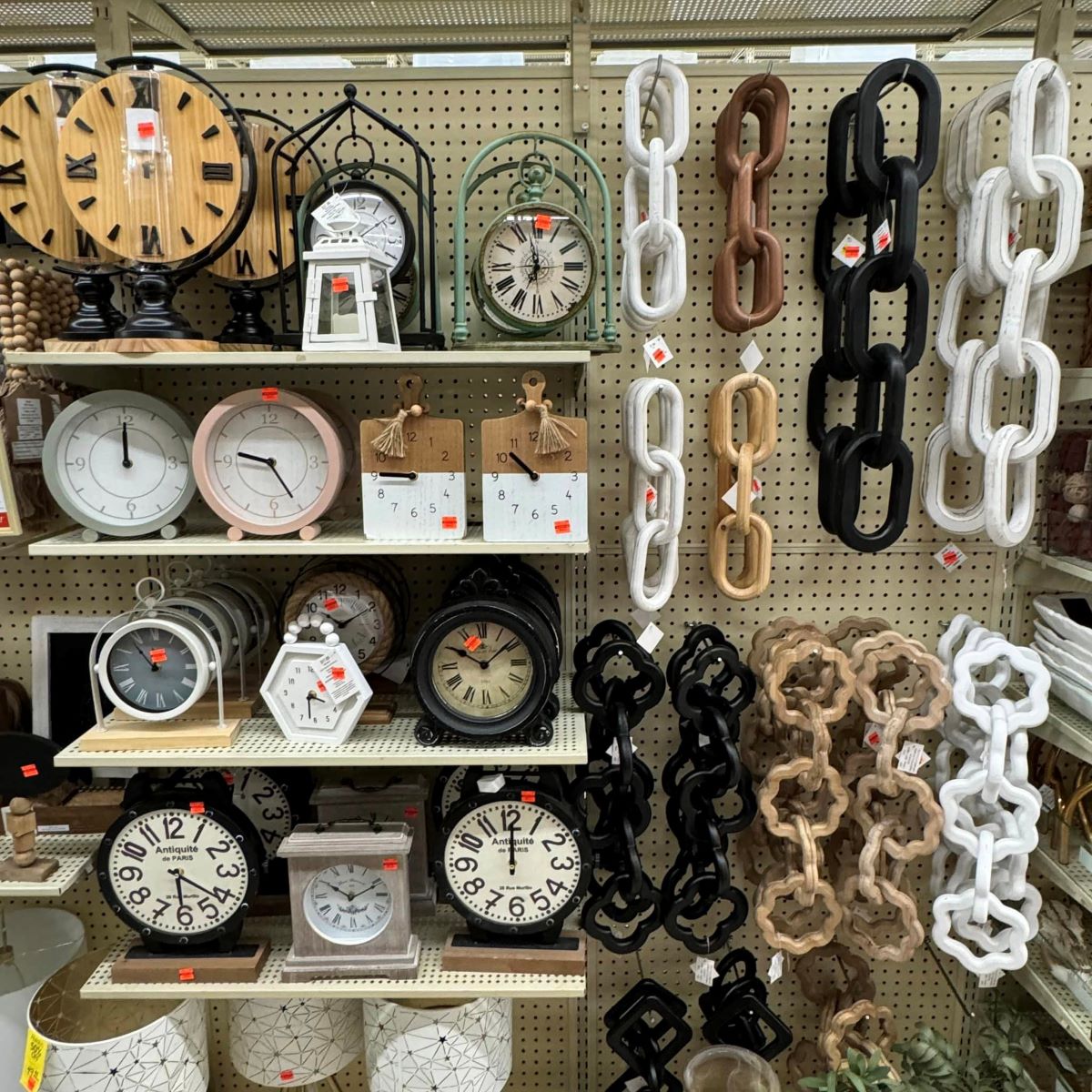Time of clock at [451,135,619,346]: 6:58
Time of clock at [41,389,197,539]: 12:00
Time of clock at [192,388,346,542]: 9:25
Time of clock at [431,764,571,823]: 12:00
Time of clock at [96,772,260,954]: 6:21
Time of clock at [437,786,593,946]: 12:00
